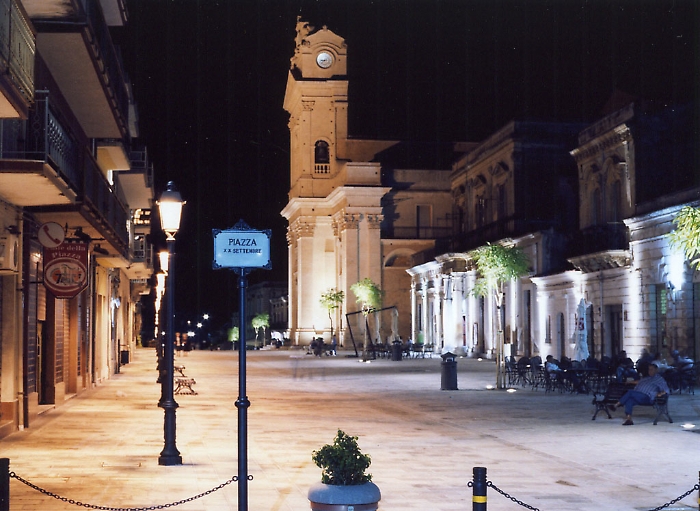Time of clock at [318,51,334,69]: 8:38
